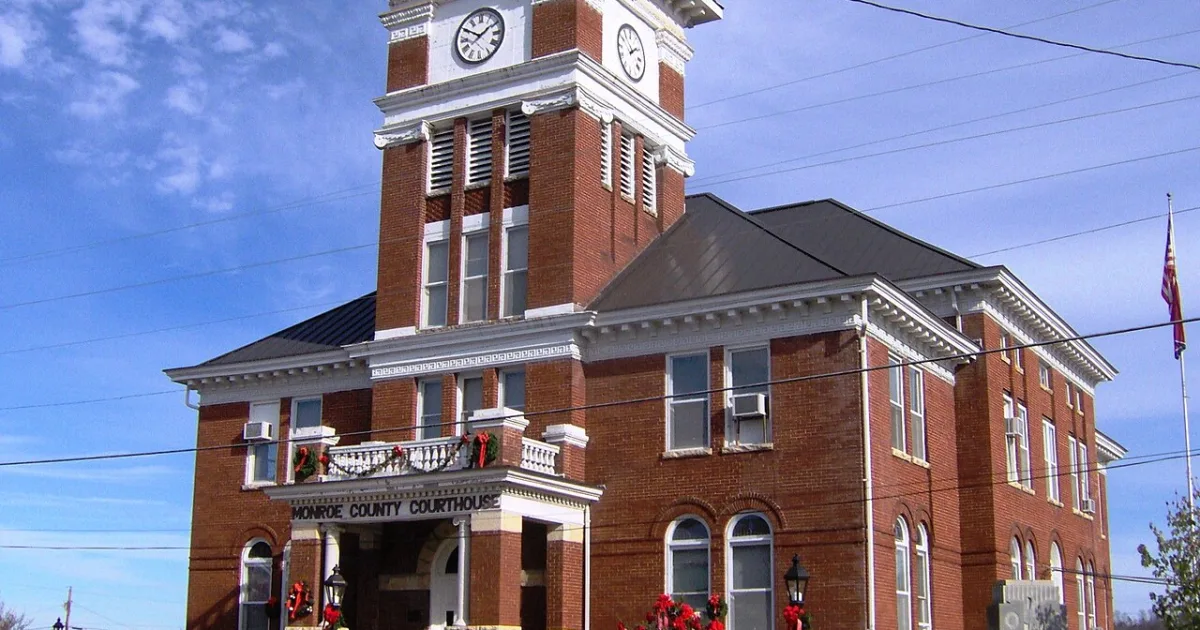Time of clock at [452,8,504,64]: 1:50
